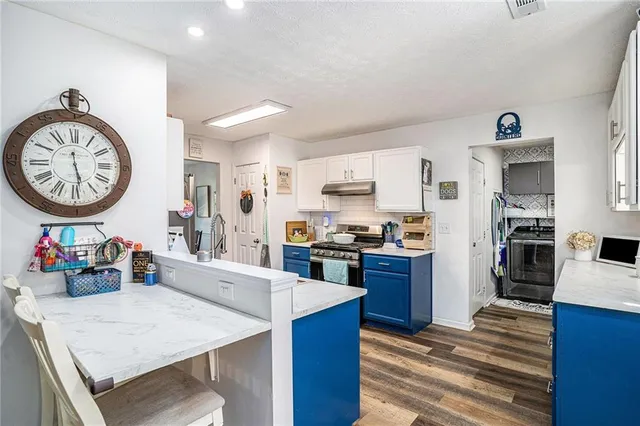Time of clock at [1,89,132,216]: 5:28
